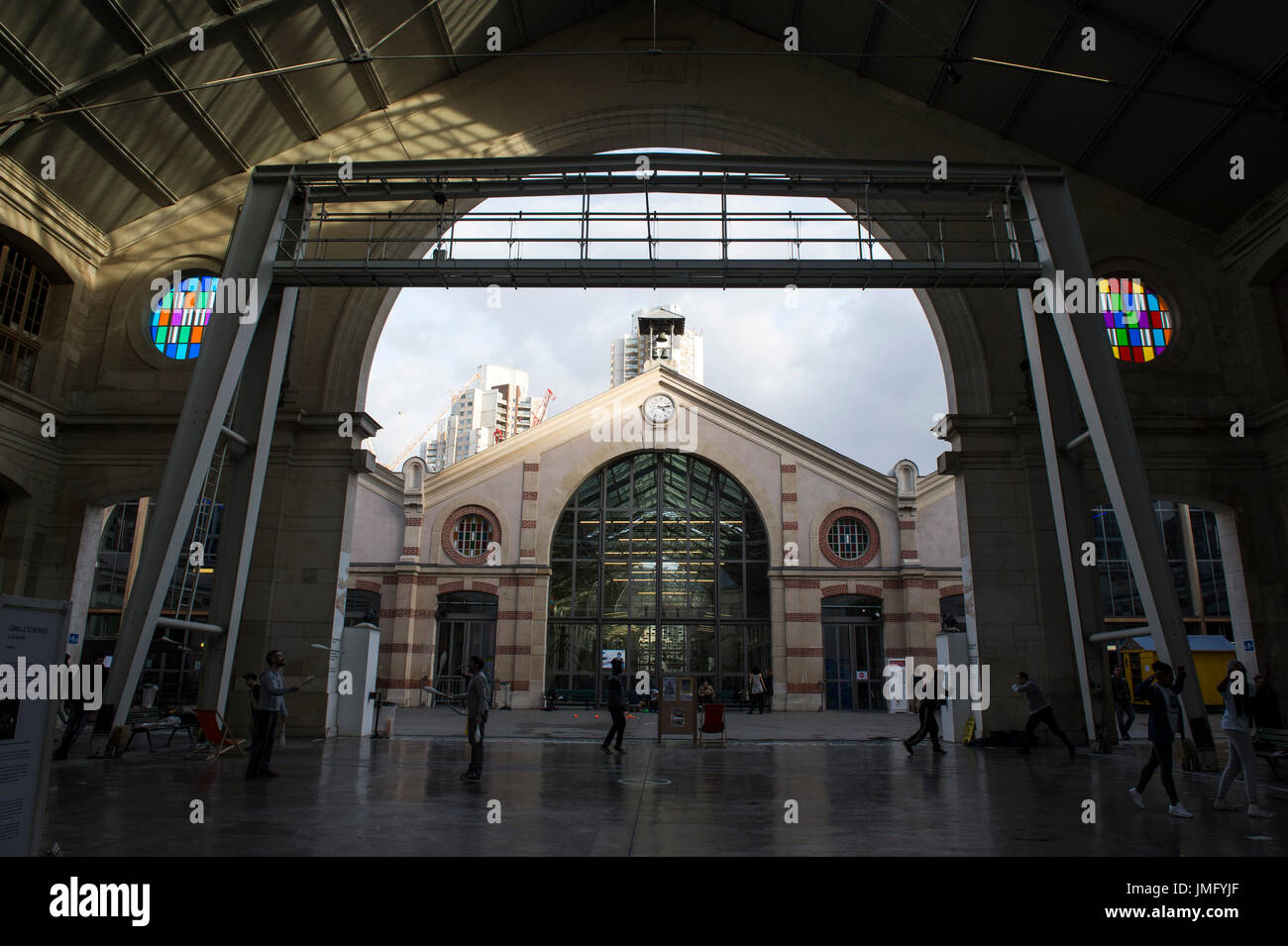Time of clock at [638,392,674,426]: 4:12
